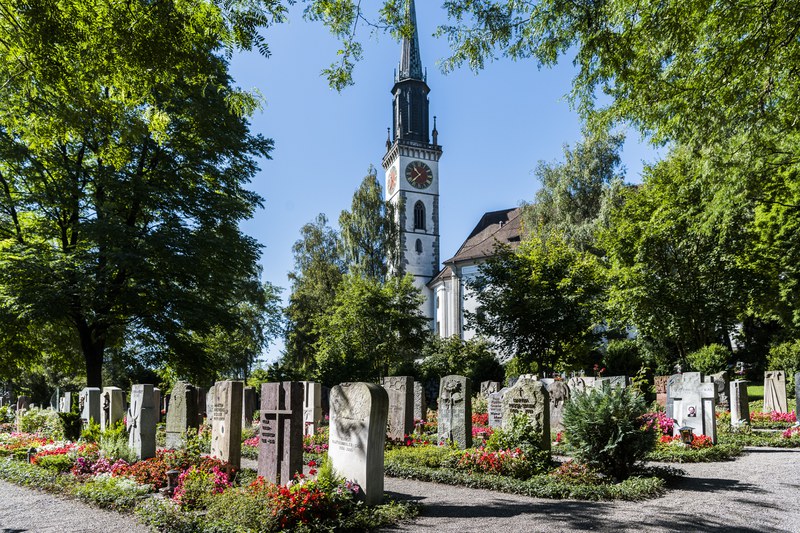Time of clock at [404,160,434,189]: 10:37
